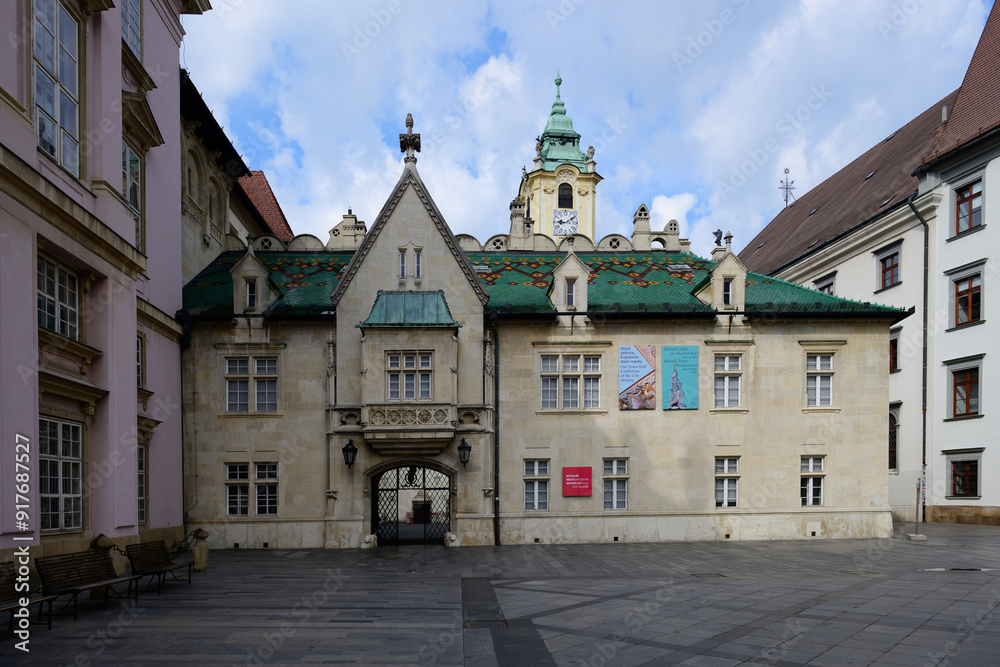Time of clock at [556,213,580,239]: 9:09
